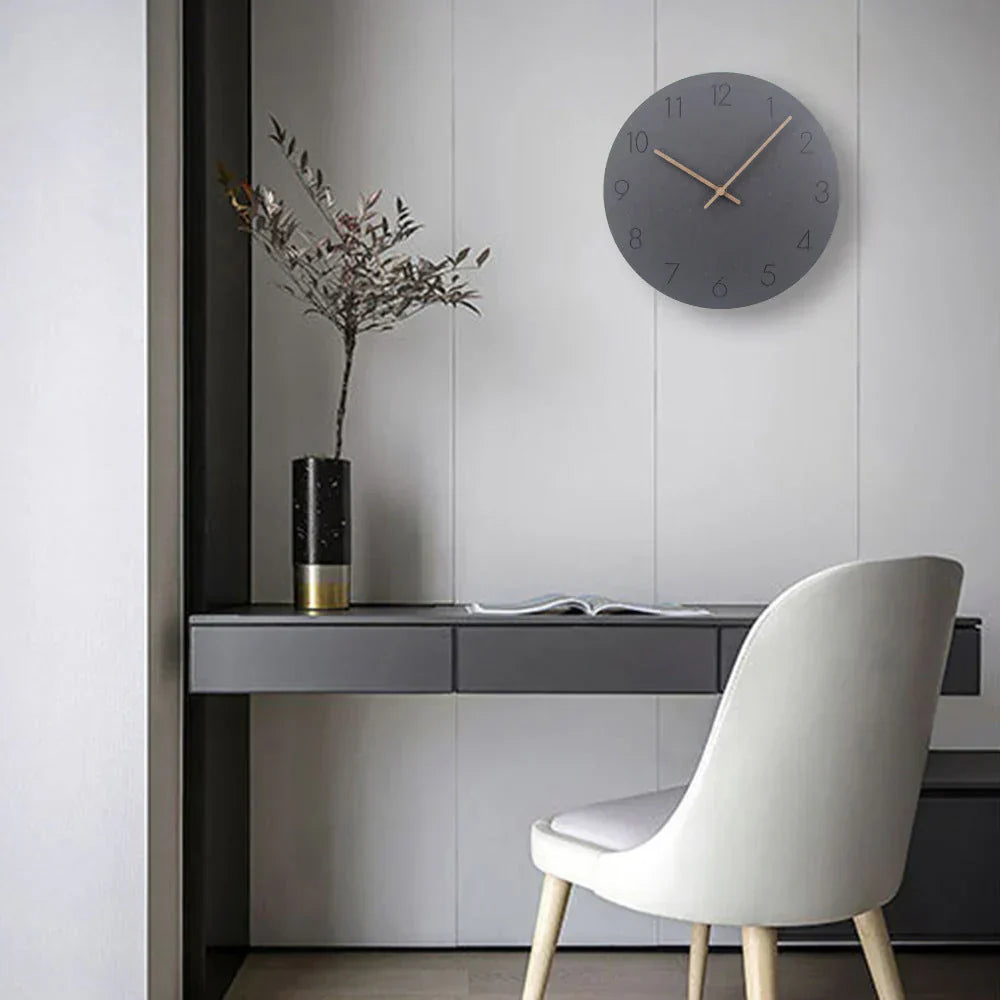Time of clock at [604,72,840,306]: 10:07
